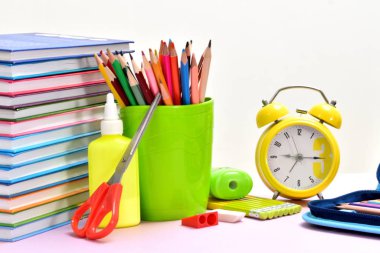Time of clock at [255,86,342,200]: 9:15
